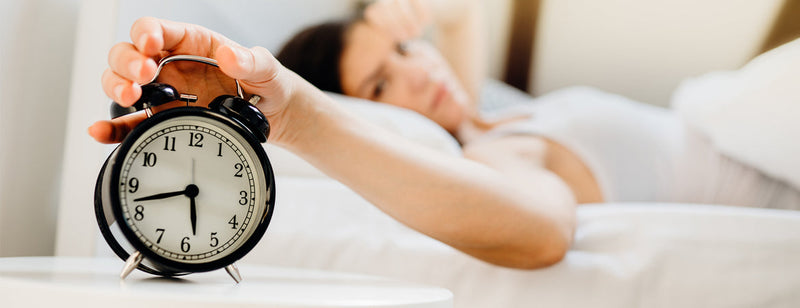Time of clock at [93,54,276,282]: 5:42
